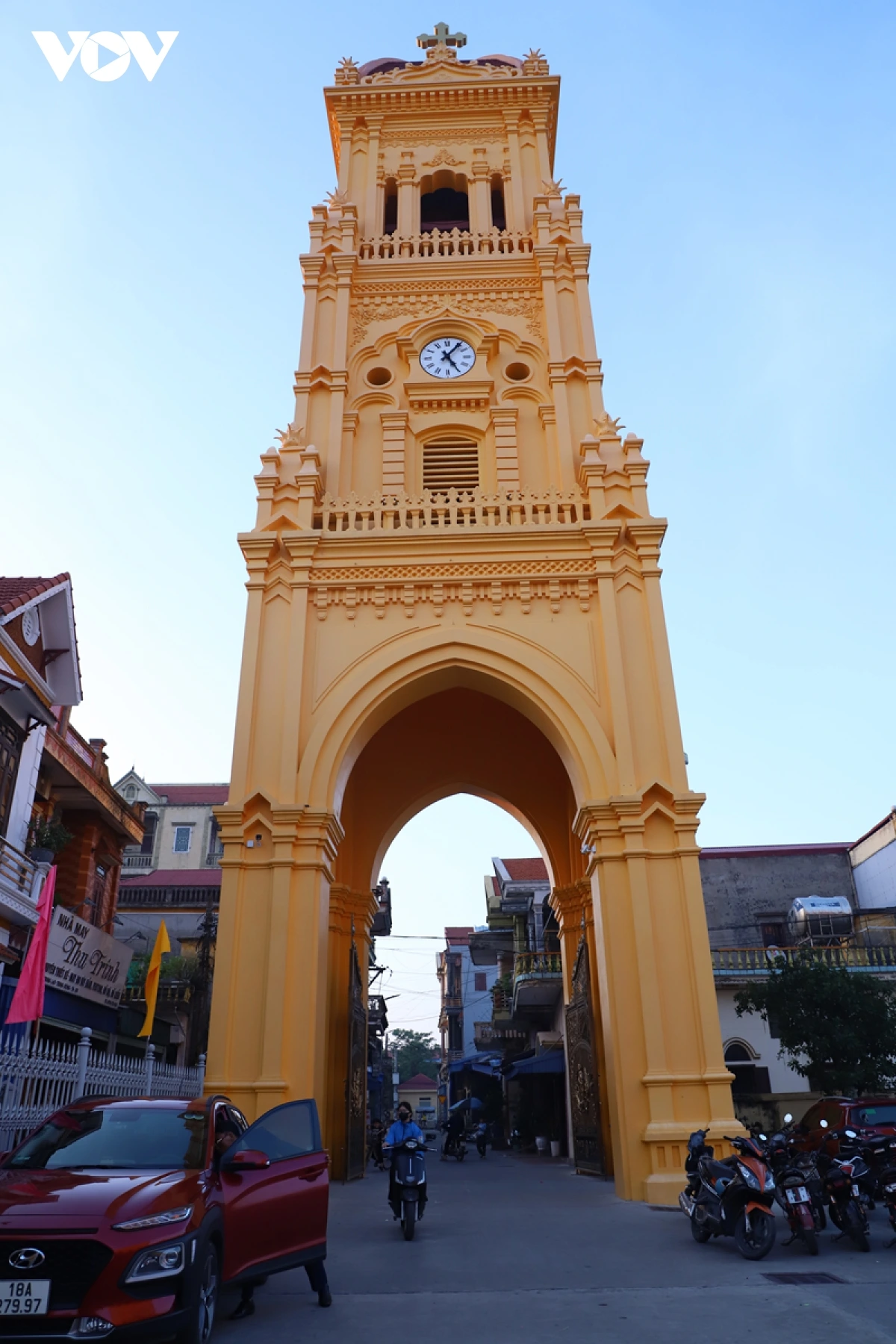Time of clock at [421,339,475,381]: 5:06
